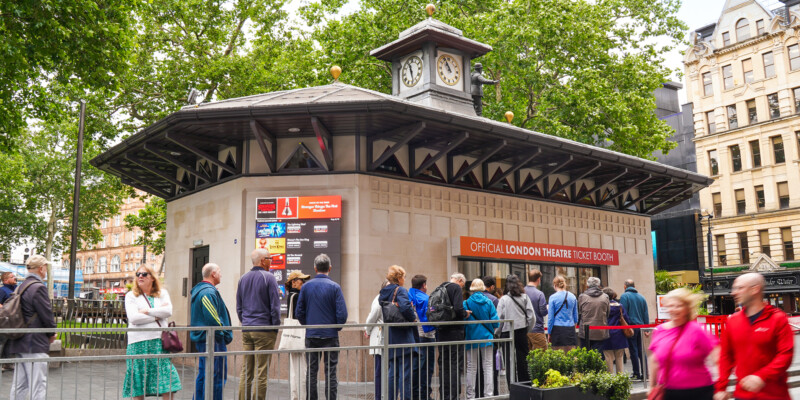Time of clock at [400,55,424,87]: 11:28
